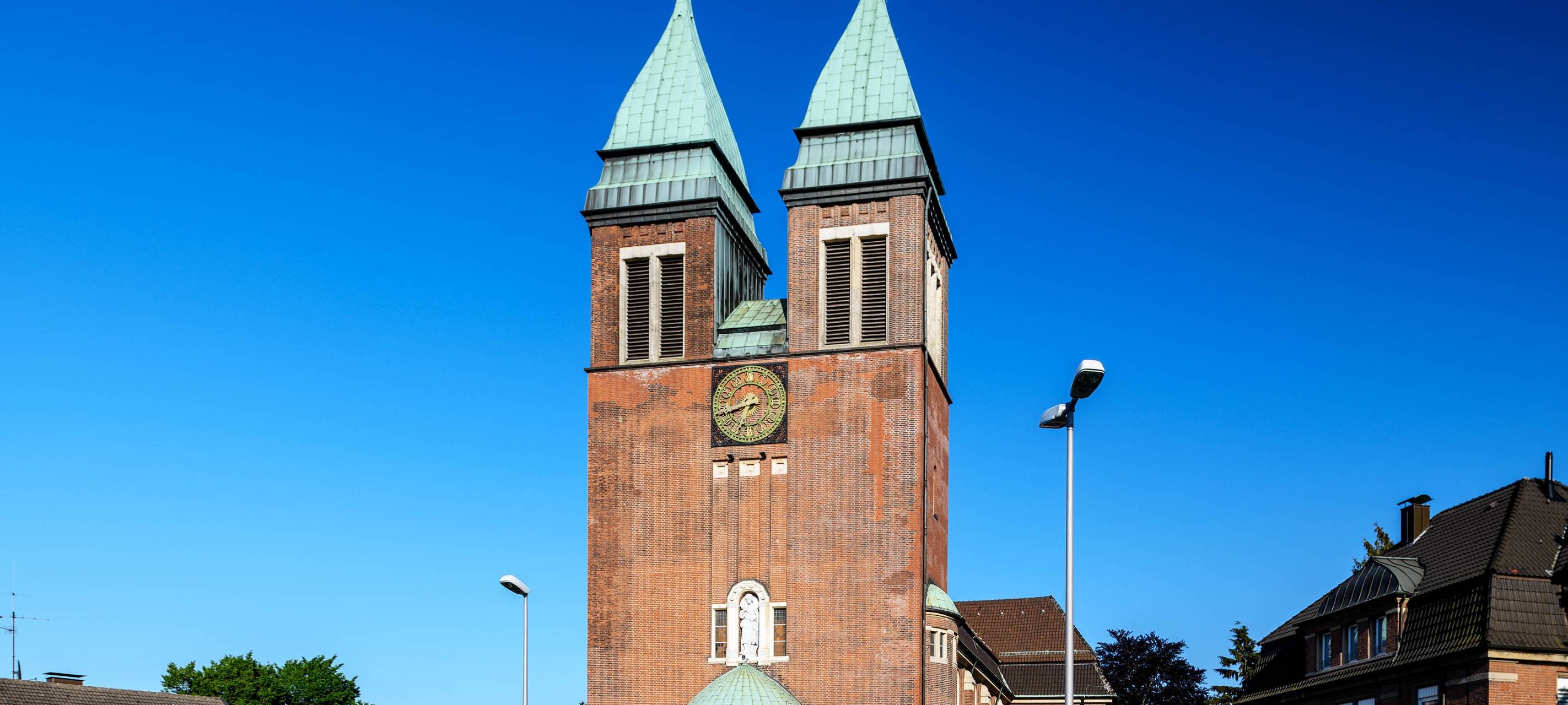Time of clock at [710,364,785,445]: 6:43
